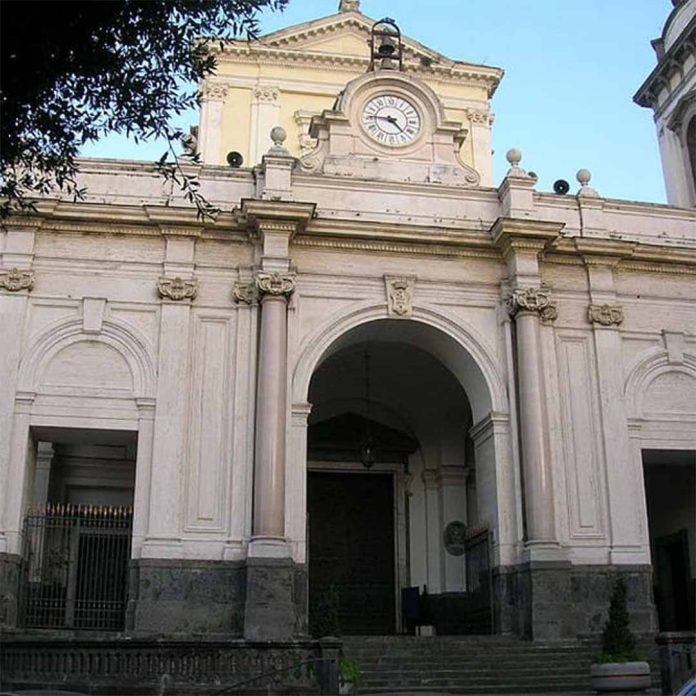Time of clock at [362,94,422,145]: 4:45
